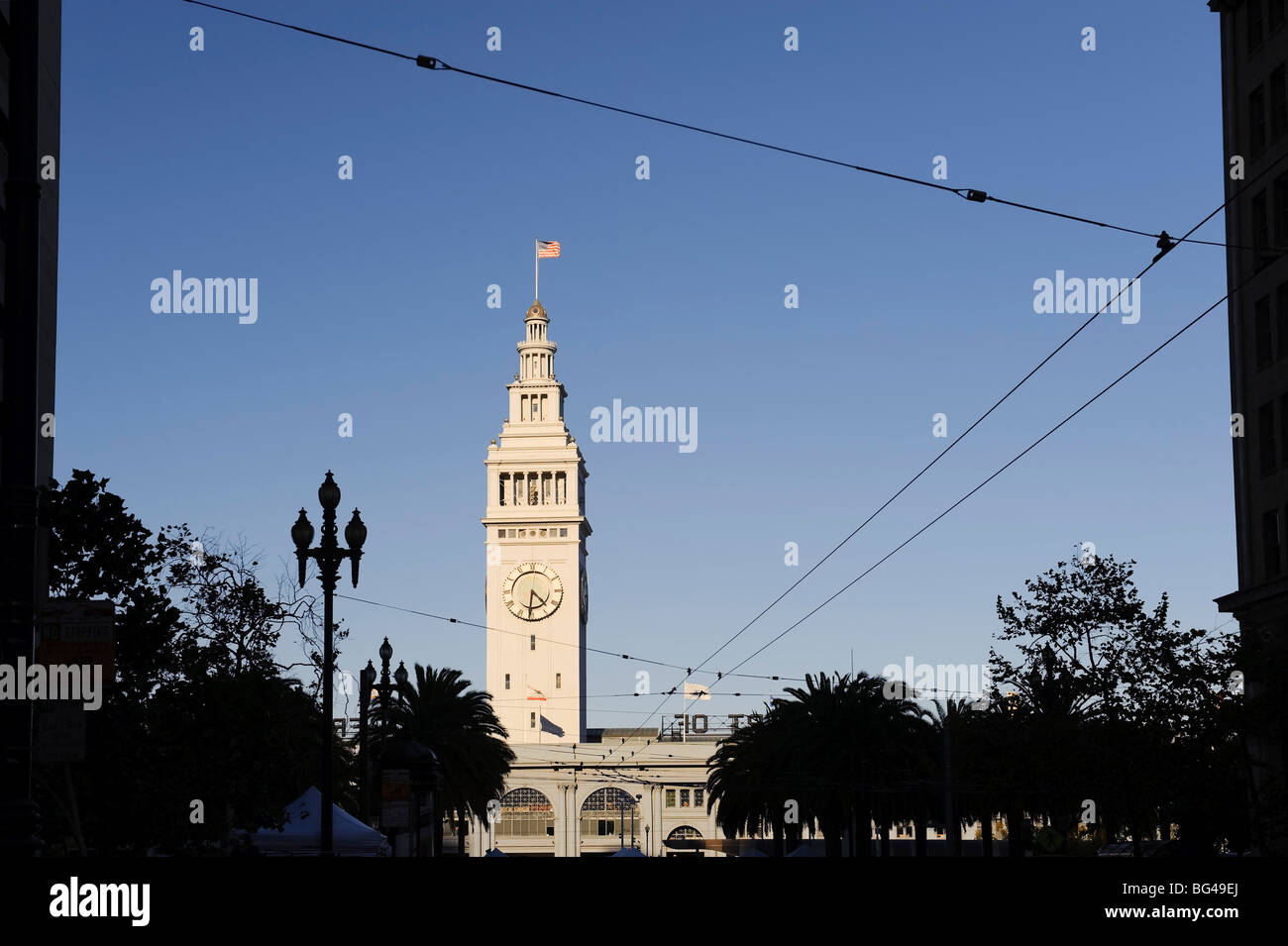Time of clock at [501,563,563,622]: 4:31
